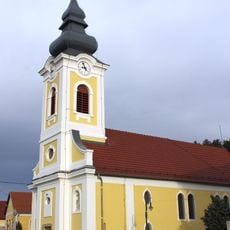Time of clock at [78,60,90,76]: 8:57
